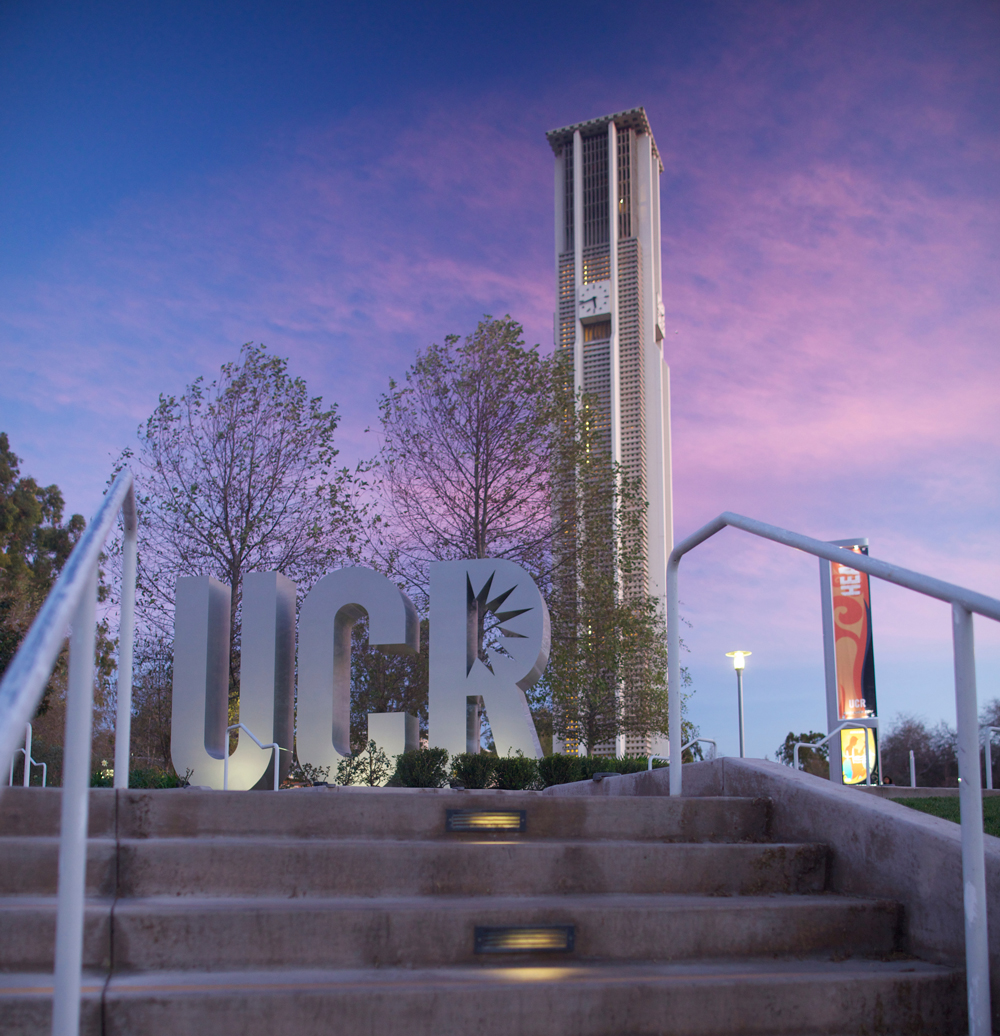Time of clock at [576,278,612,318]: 5:42
